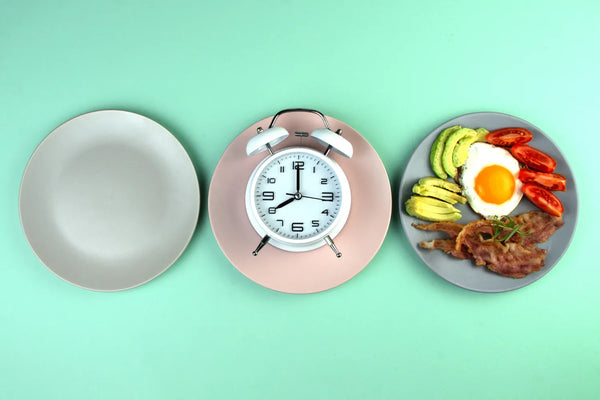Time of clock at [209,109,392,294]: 8:00
